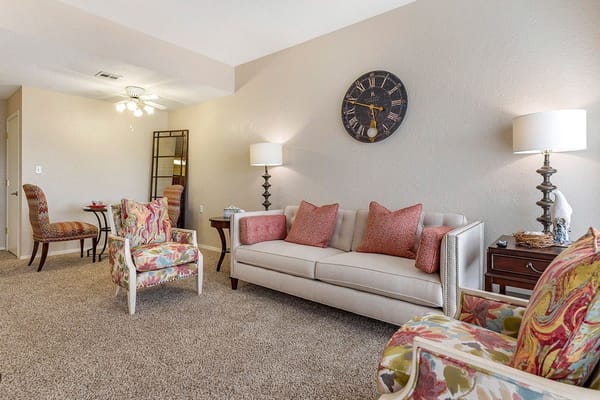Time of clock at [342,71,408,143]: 5:48
